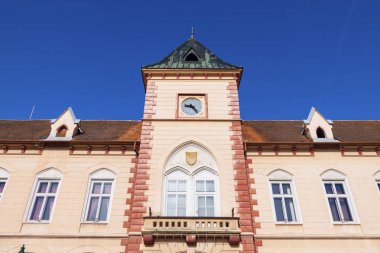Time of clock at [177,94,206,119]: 9:23
